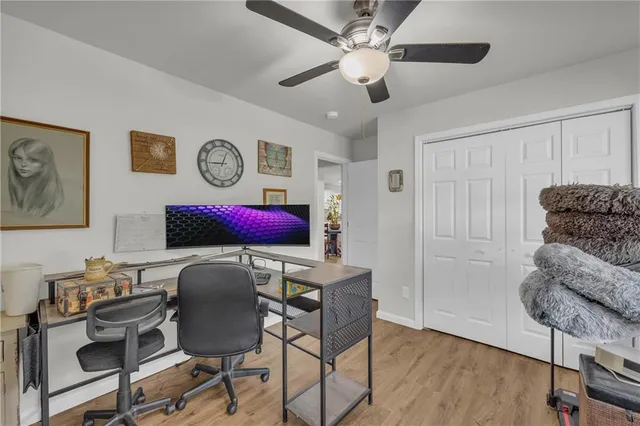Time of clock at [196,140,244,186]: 12:44
